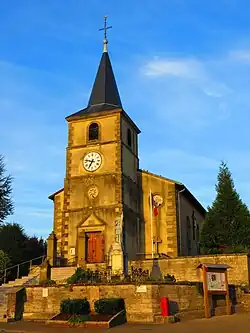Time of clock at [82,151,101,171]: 6:47
